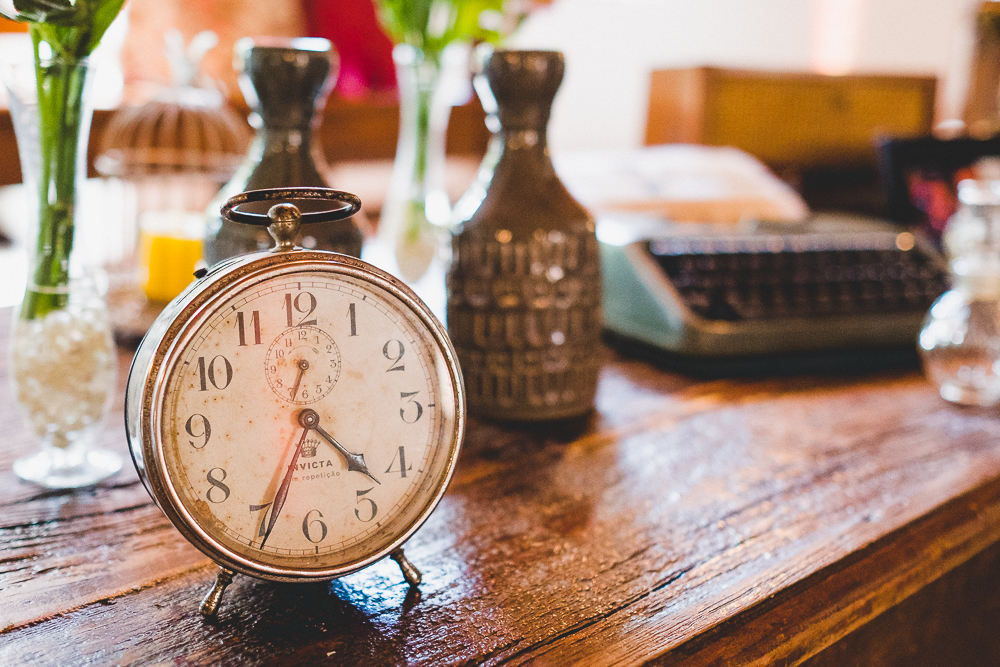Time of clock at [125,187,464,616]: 4:34
